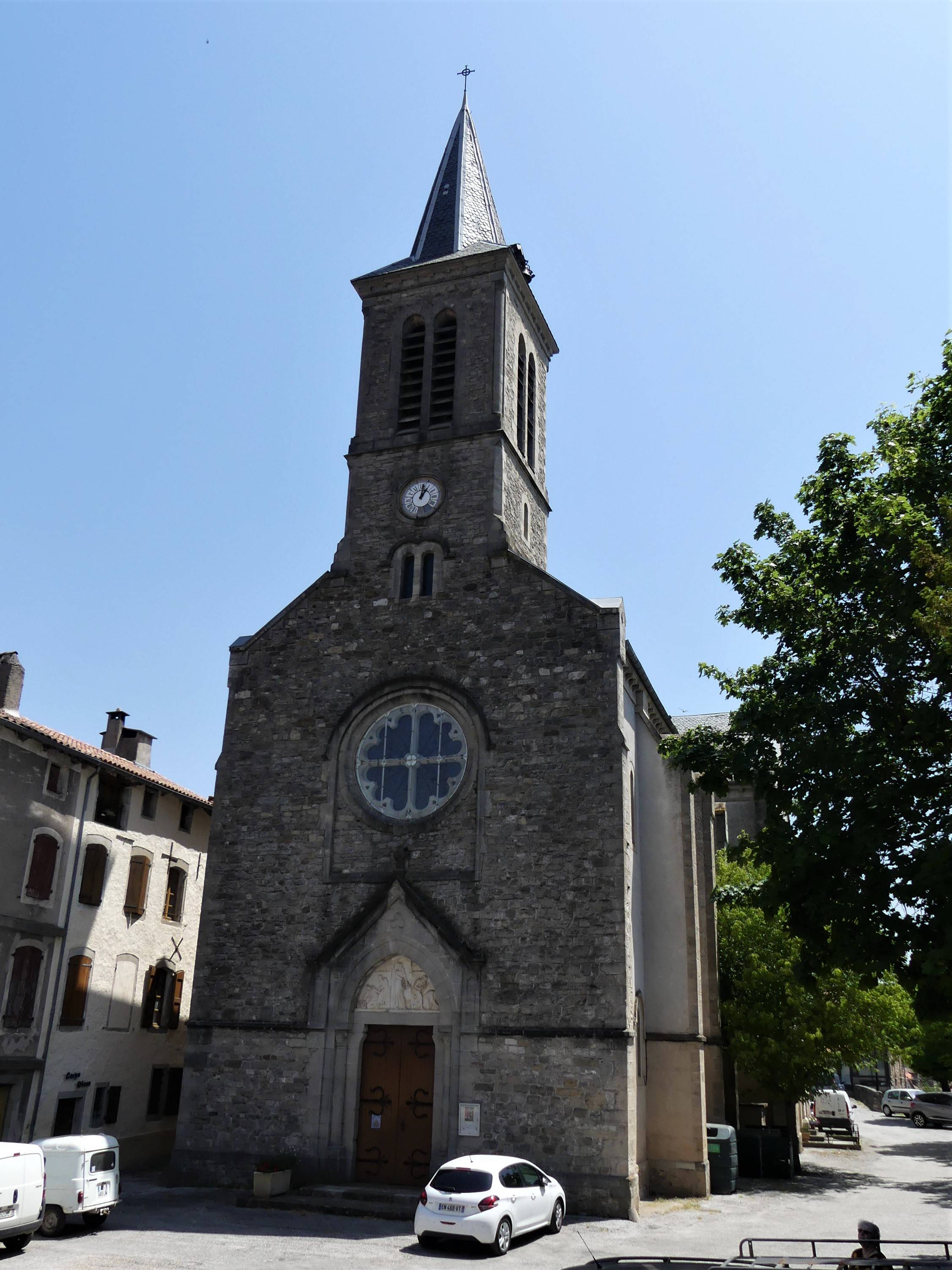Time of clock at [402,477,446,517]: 1:02
